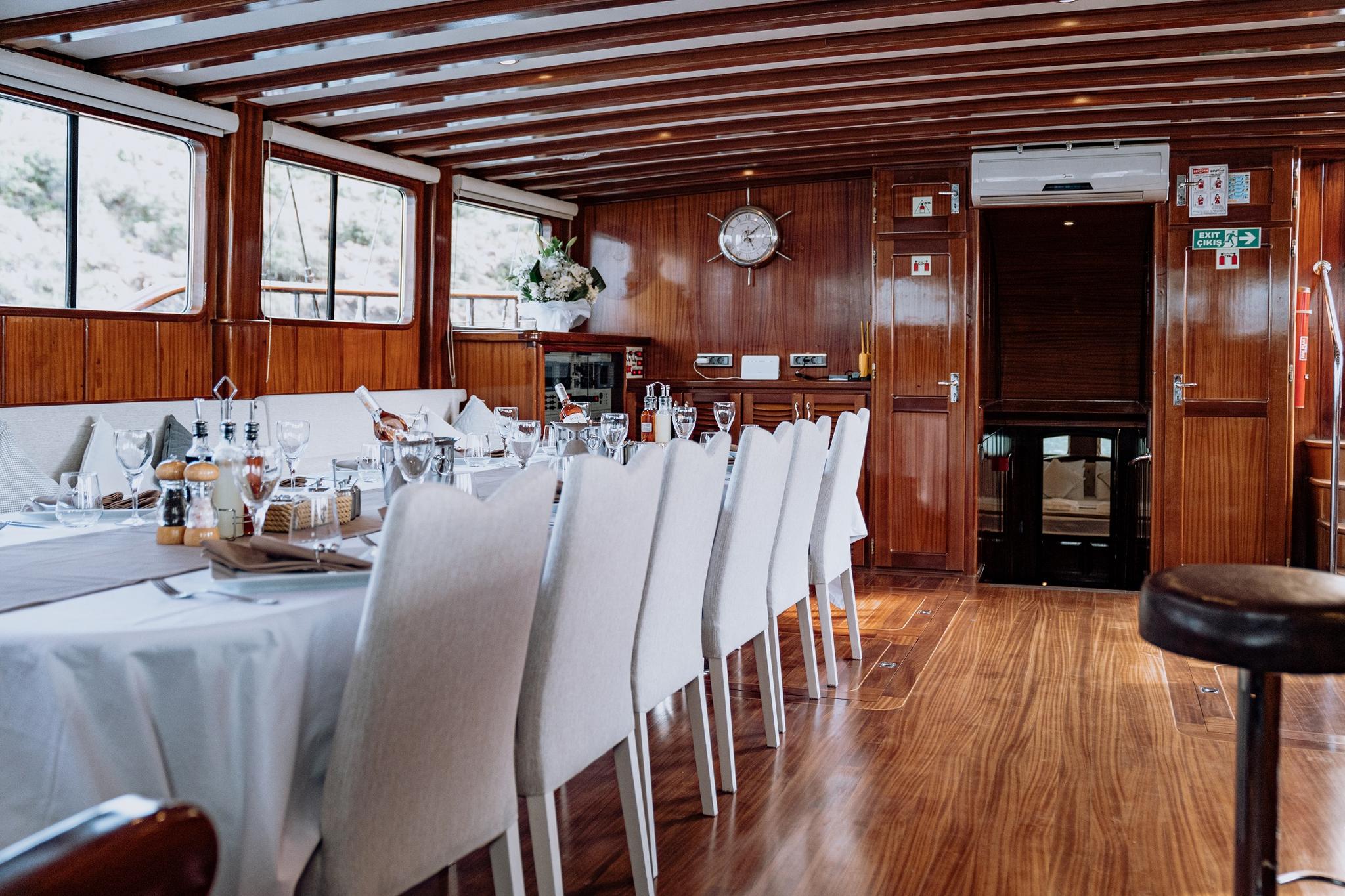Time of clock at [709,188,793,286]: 5:08
